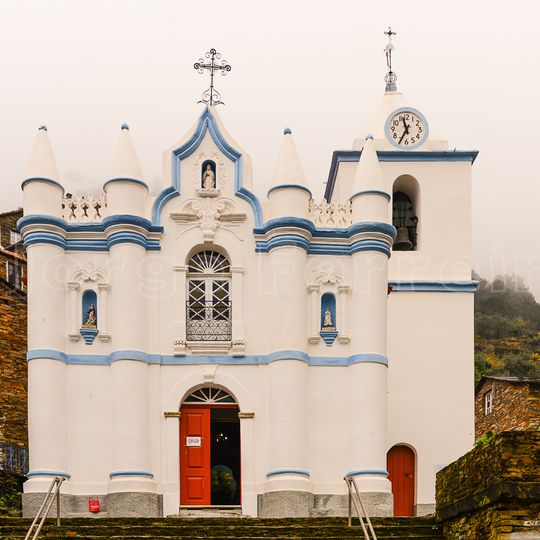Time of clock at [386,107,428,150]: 11:34
